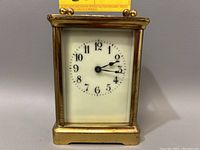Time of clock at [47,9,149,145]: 2:16
